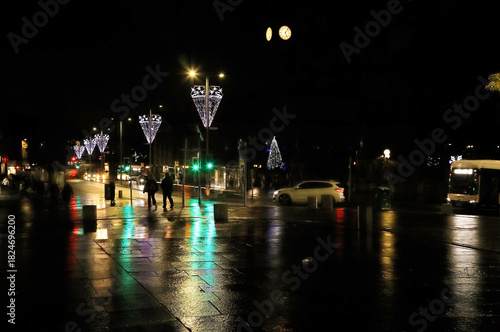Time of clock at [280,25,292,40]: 5:06
